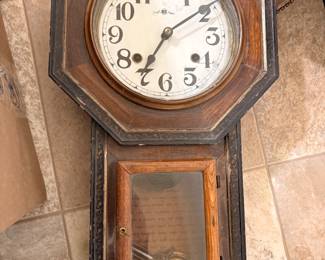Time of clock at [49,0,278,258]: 7:08
